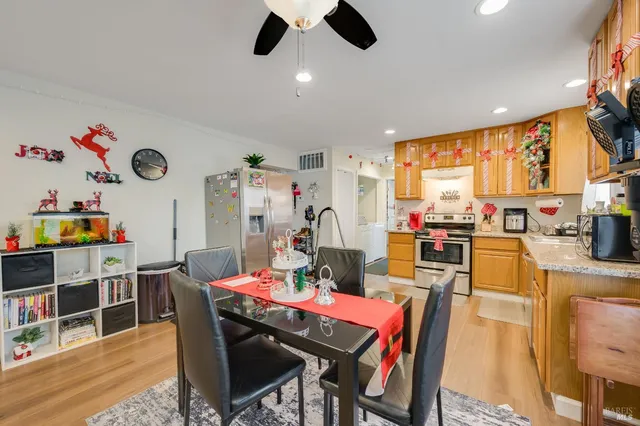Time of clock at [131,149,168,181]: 9:16
